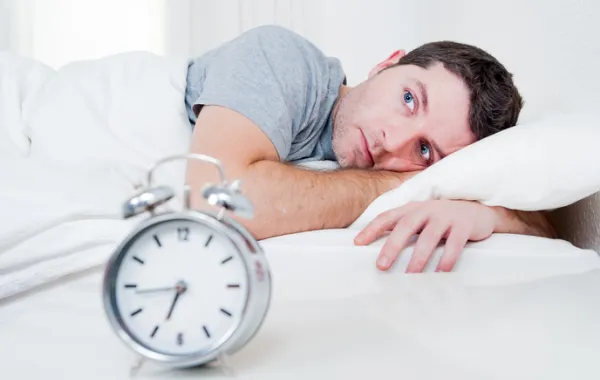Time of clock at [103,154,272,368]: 6:43
